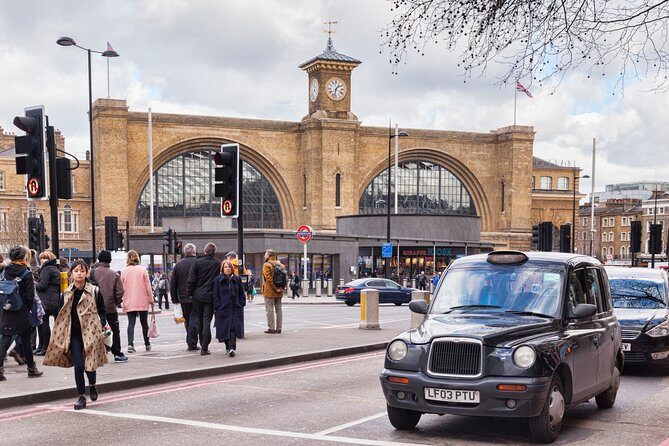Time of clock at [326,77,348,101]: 1:32
